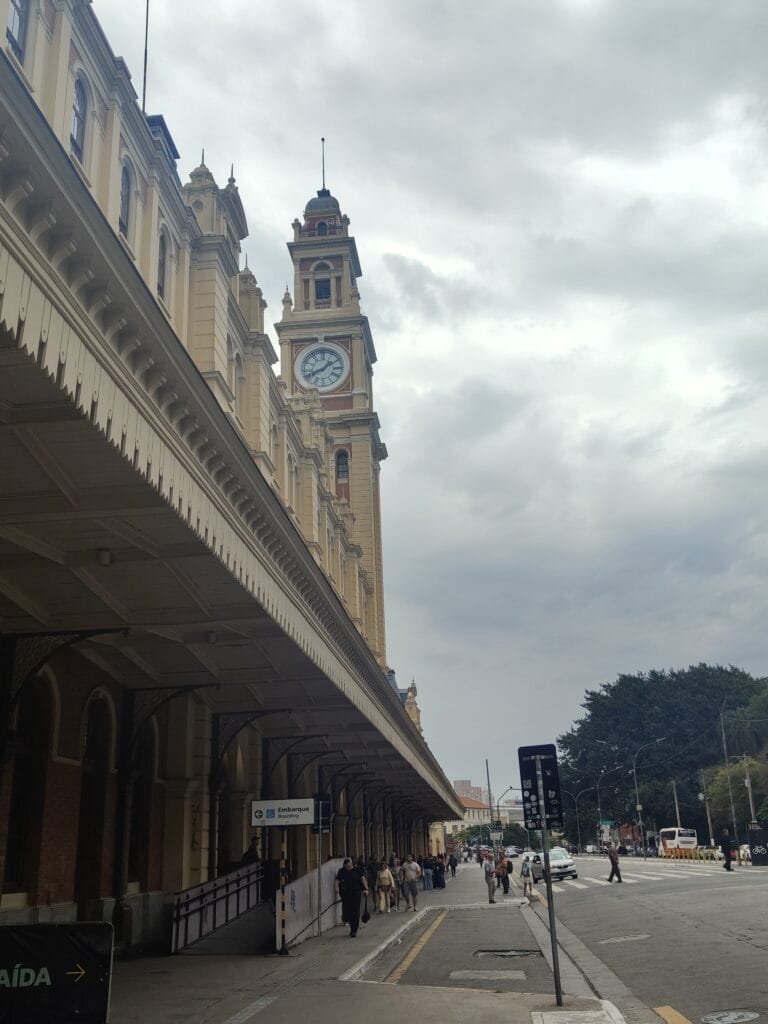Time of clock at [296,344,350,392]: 1:41
